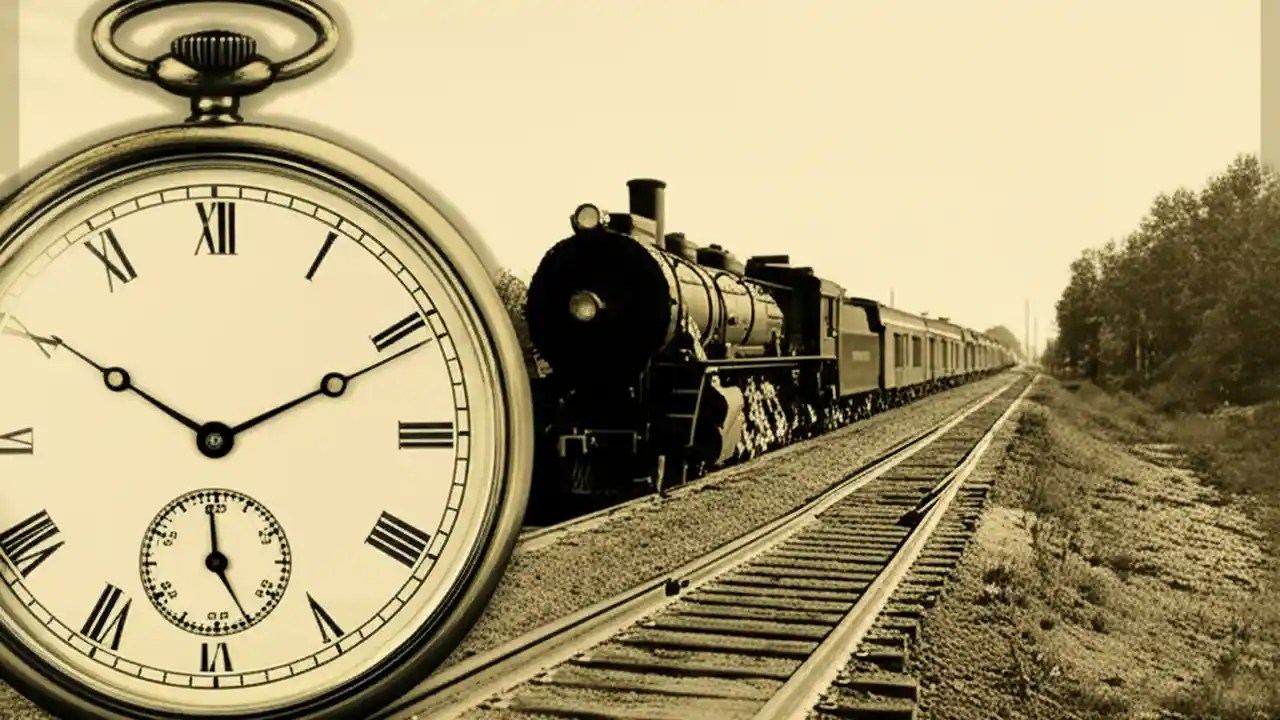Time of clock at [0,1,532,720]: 10:10
